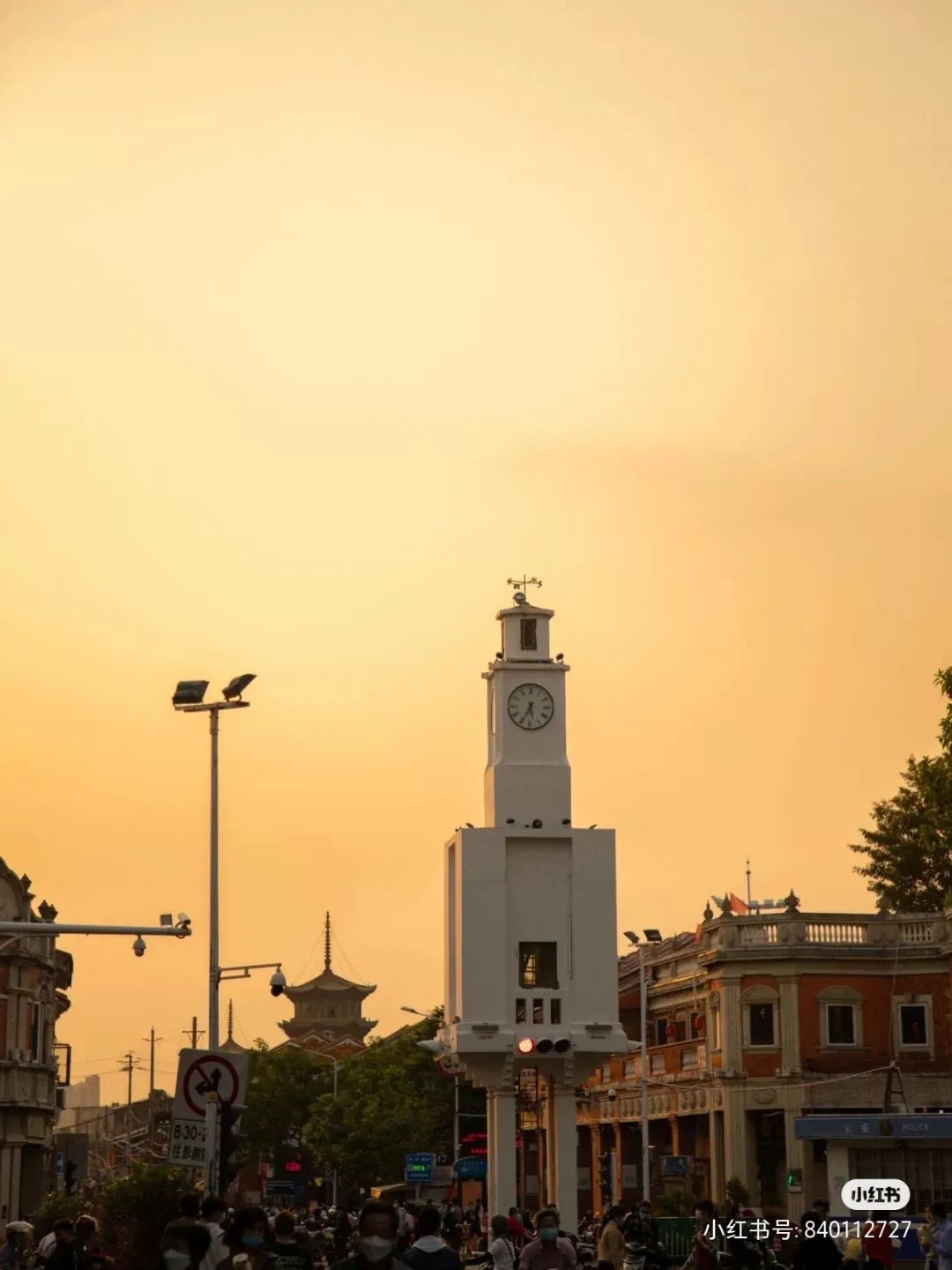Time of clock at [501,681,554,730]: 5:34
